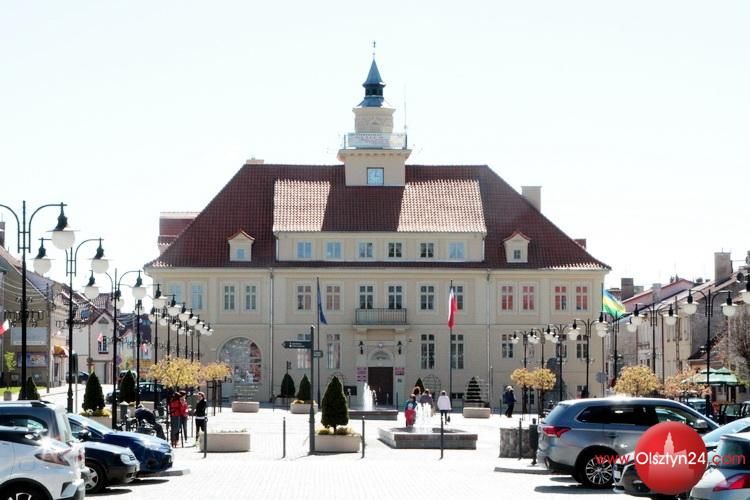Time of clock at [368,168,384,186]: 3:01
